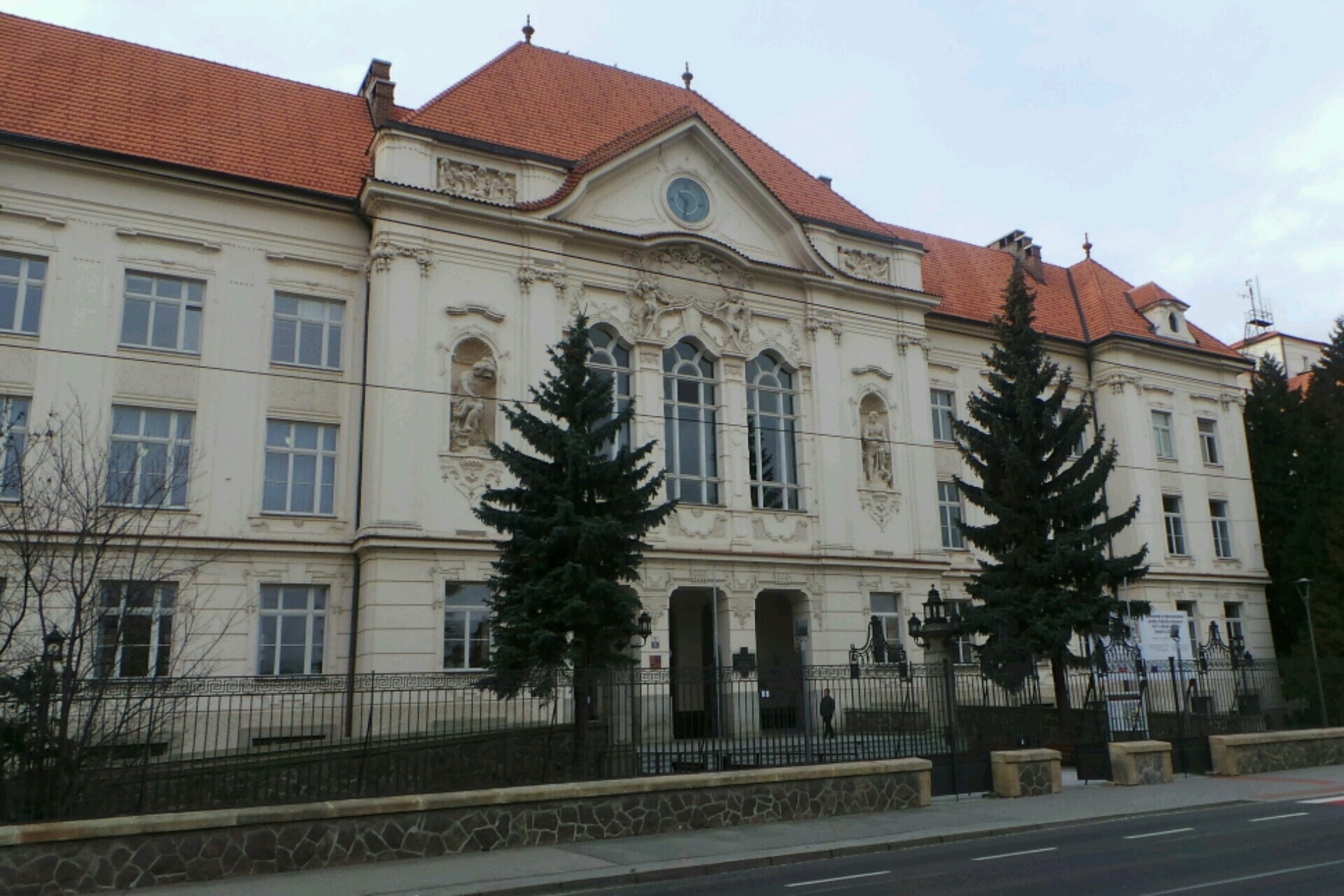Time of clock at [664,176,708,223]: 10:32
